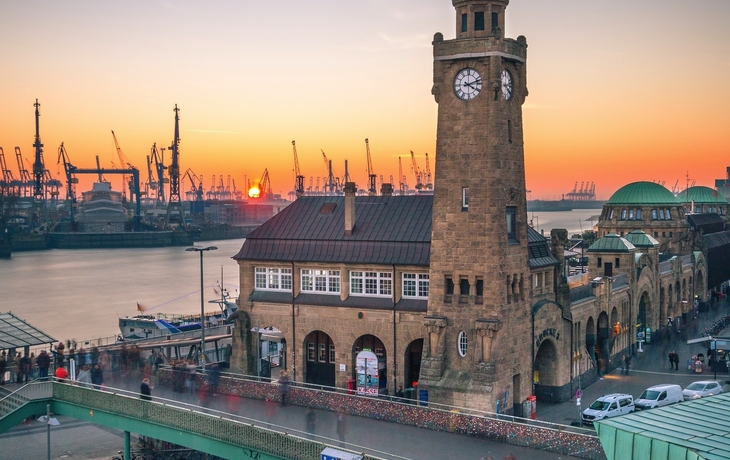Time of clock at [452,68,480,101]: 4:12
